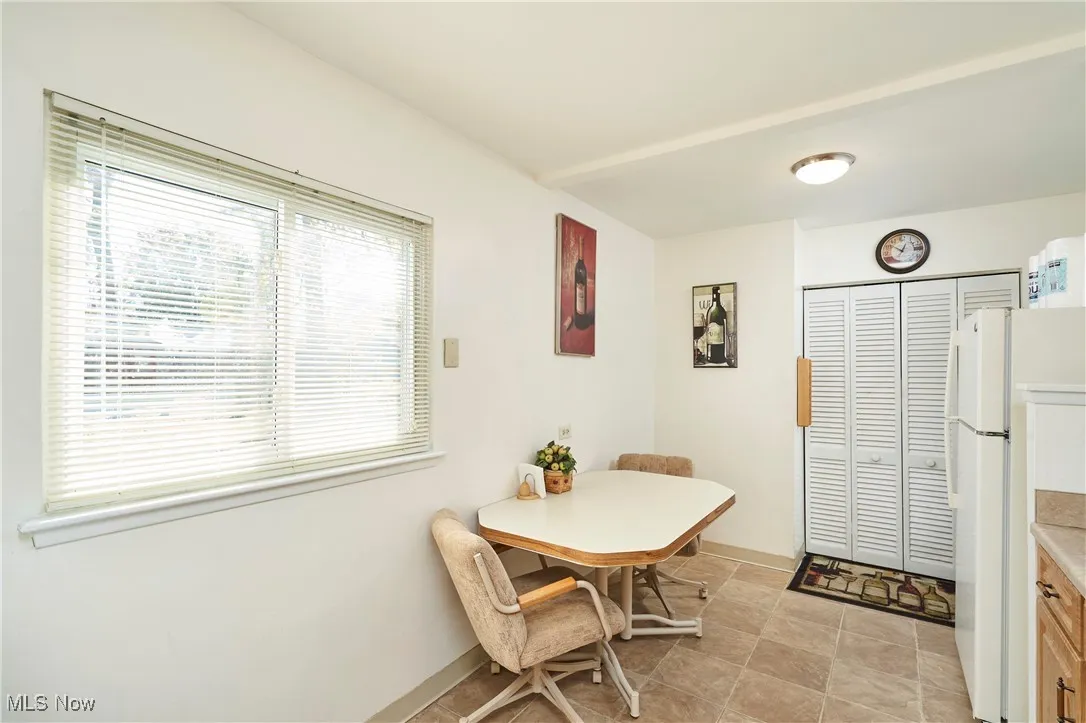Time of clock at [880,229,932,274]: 12:51
